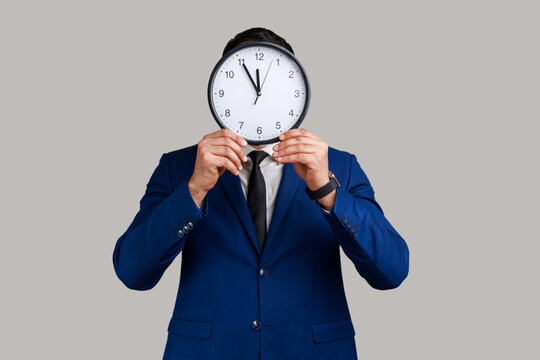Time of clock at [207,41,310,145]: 11:54
